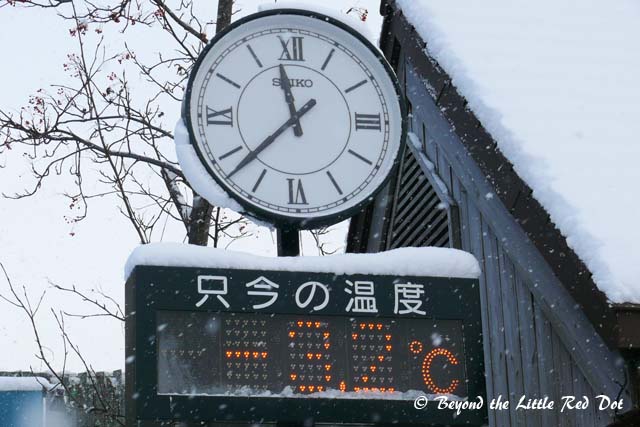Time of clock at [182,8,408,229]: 11:37
